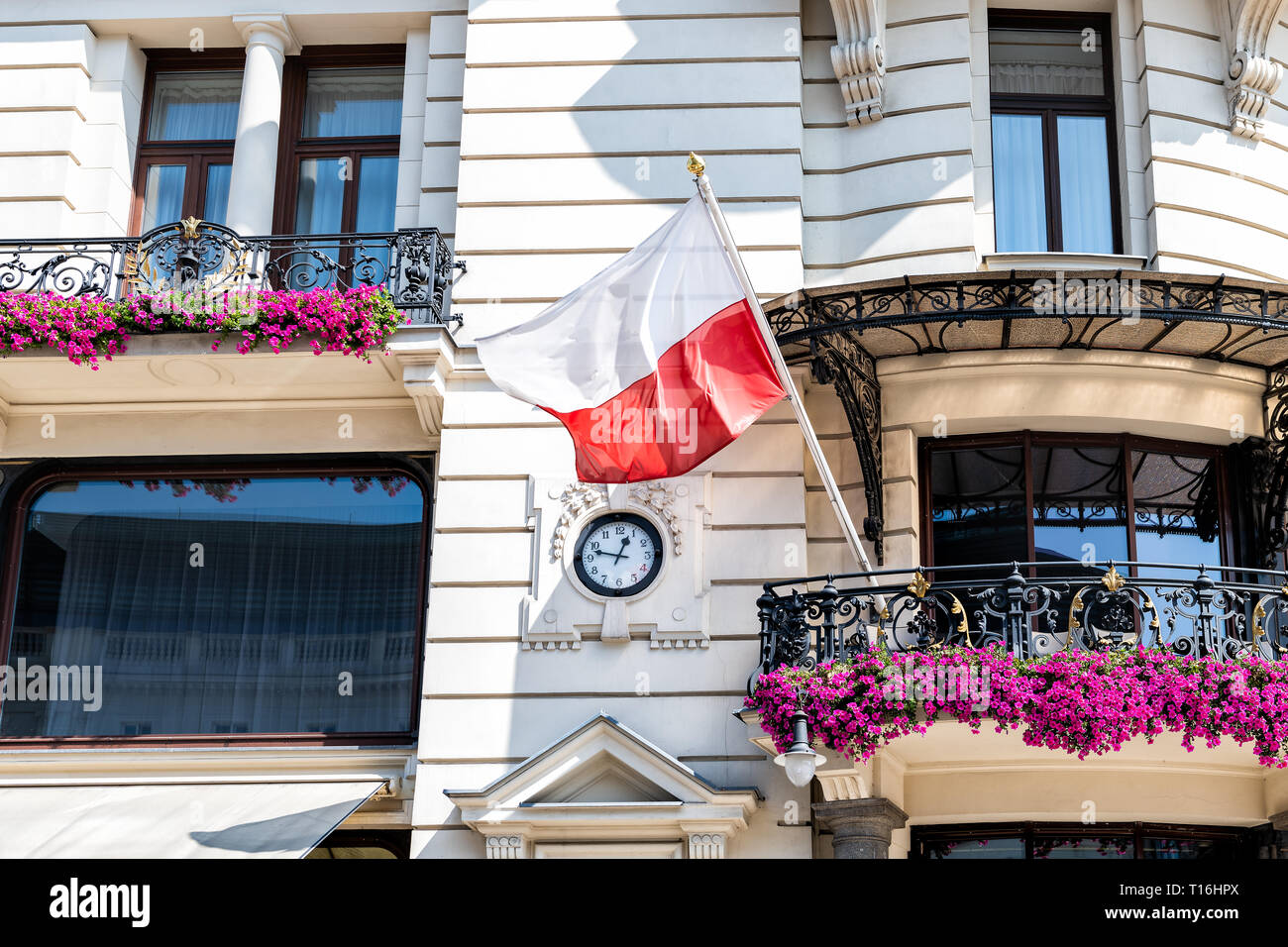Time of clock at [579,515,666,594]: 12:47
